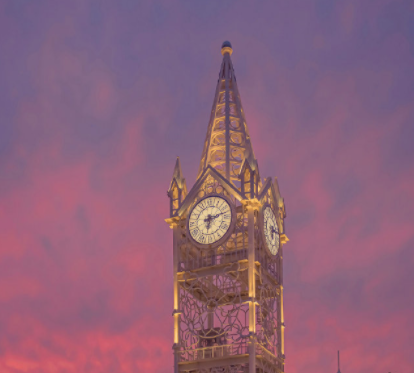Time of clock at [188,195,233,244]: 6:12
